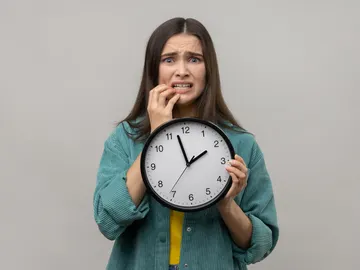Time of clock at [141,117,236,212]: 1:57
